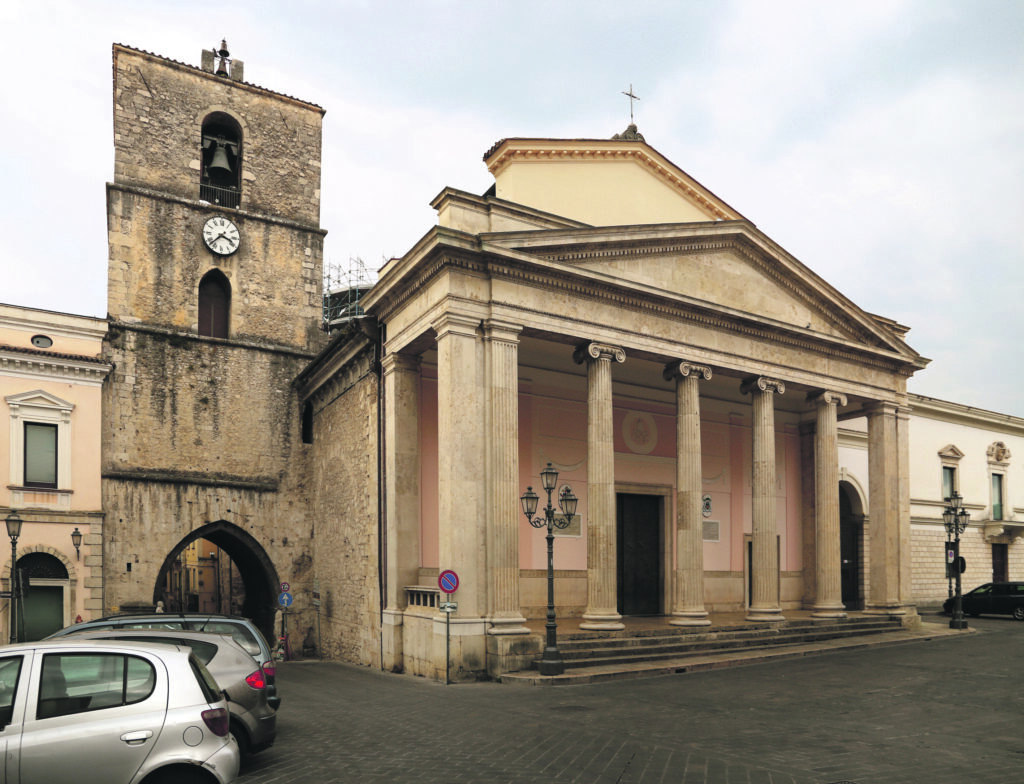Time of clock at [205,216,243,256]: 3:37
